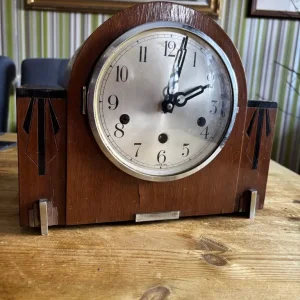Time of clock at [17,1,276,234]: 2:01
